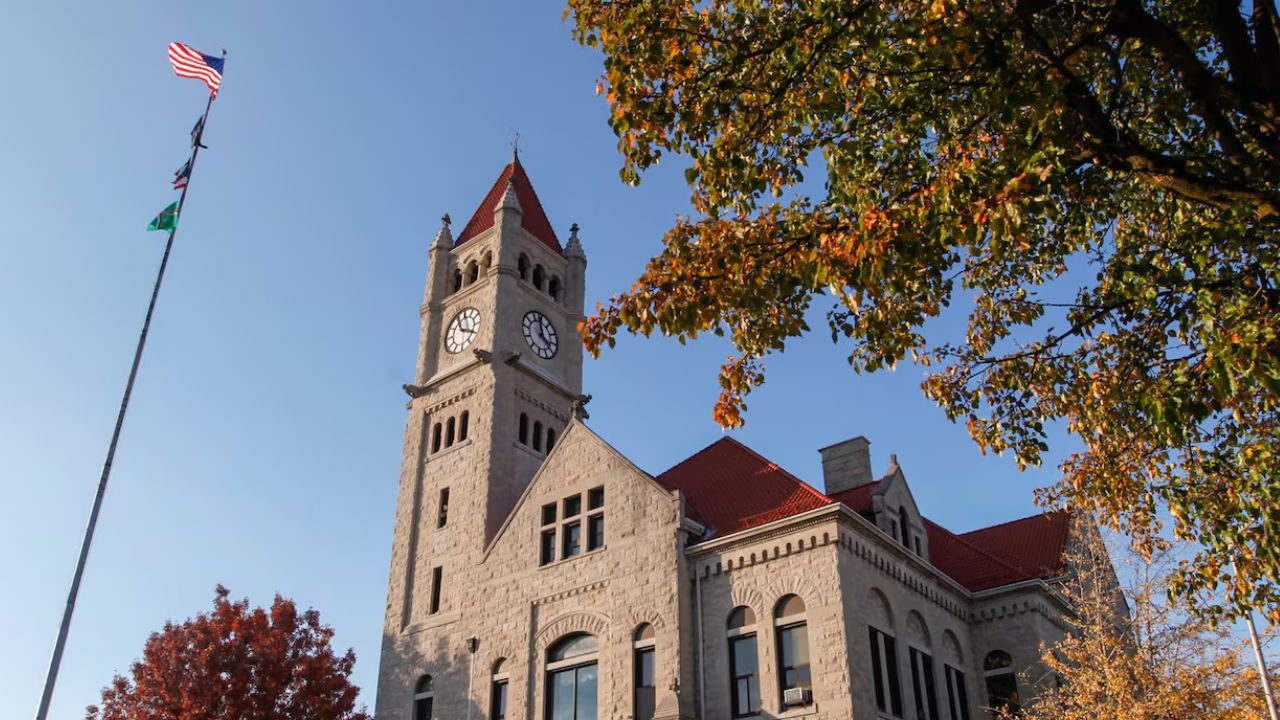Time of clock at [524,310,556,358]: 3:58
